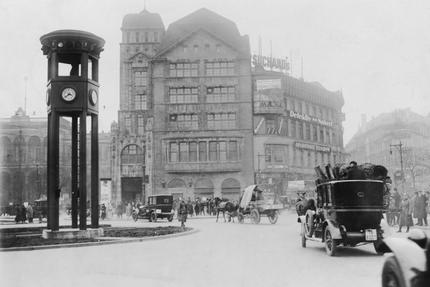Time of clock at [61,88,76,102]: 3:38
